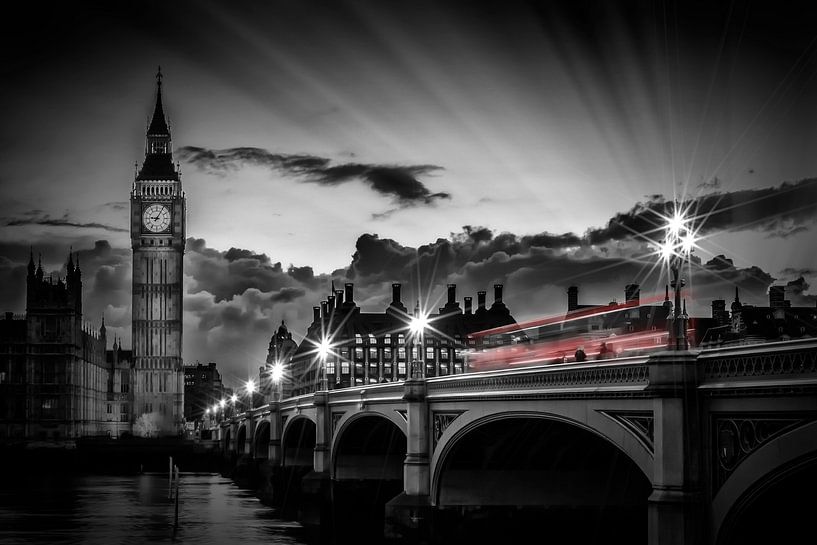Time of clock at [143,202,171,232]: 9:05
